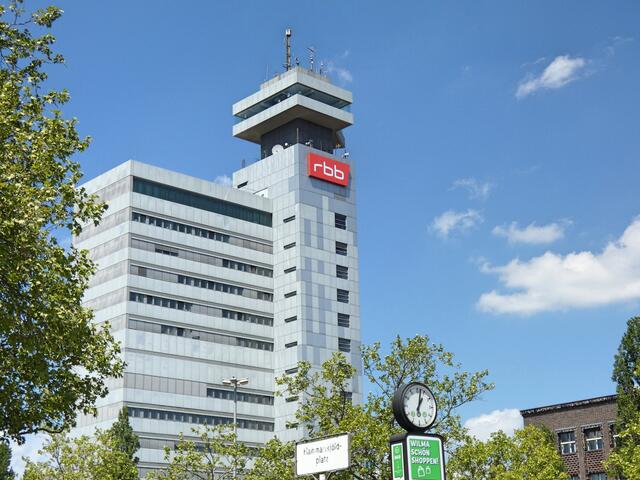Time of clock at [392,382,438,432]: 1:02
